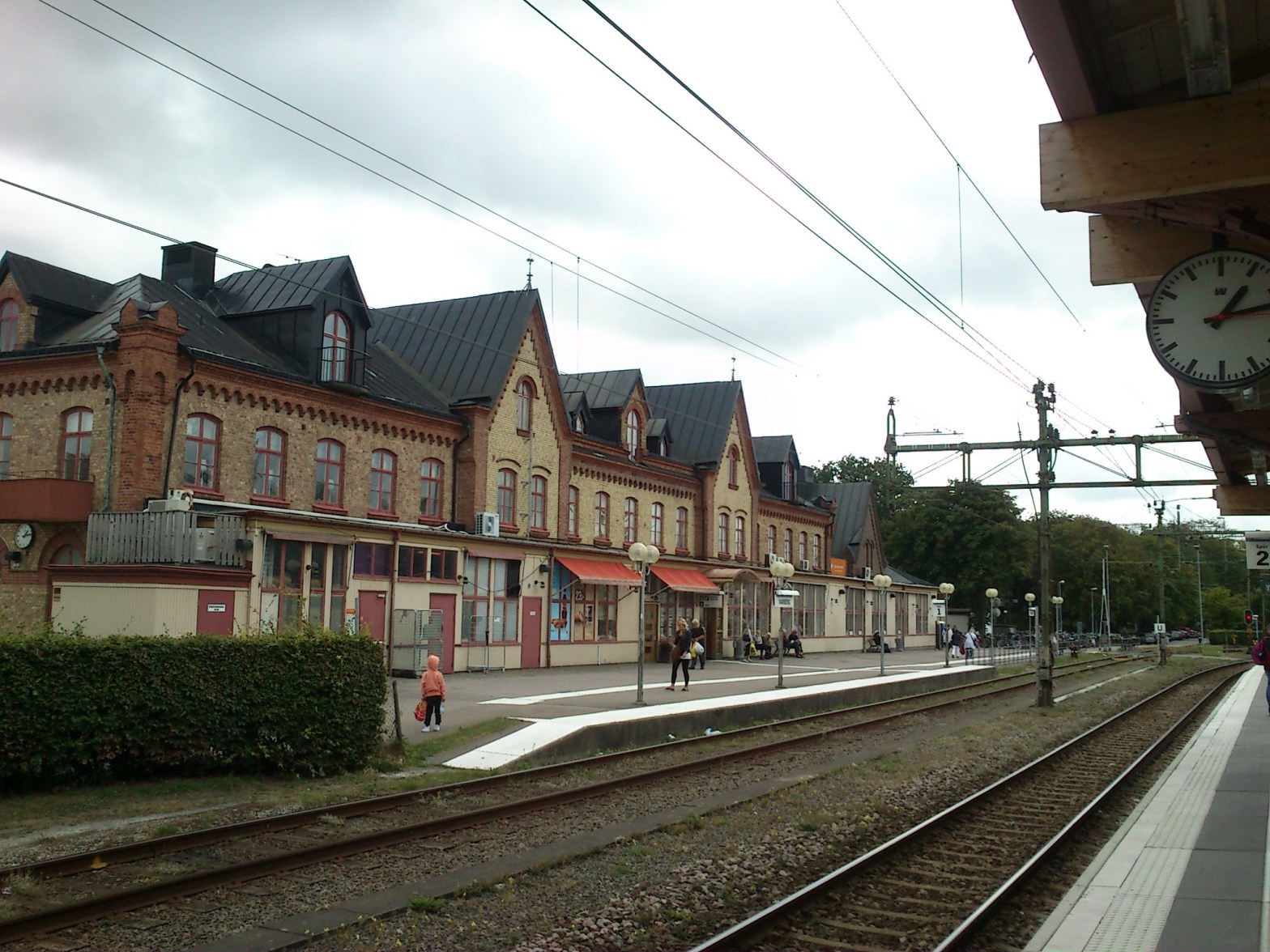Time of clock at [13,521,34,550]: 1:13
